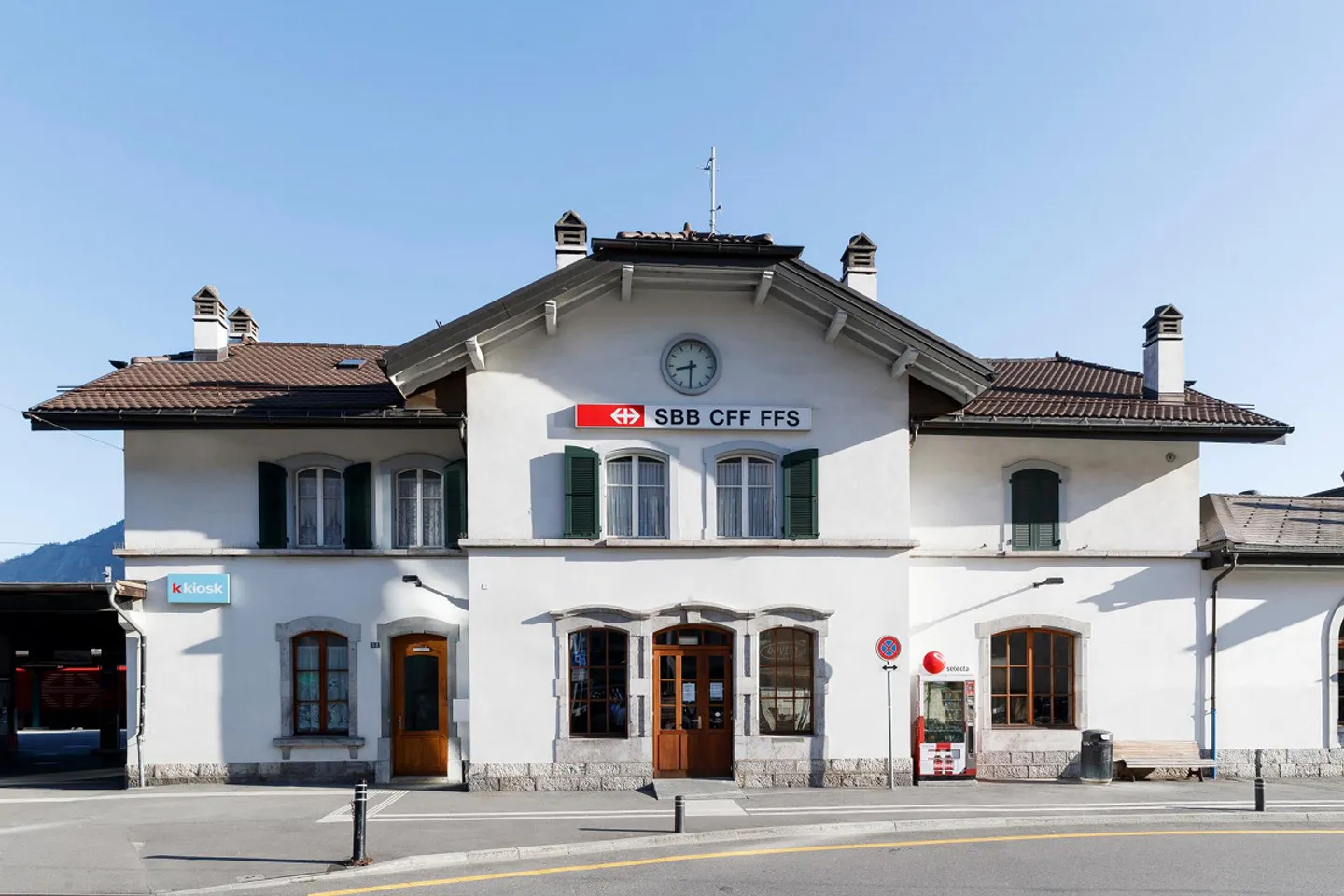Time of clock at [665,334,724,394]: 8:30
